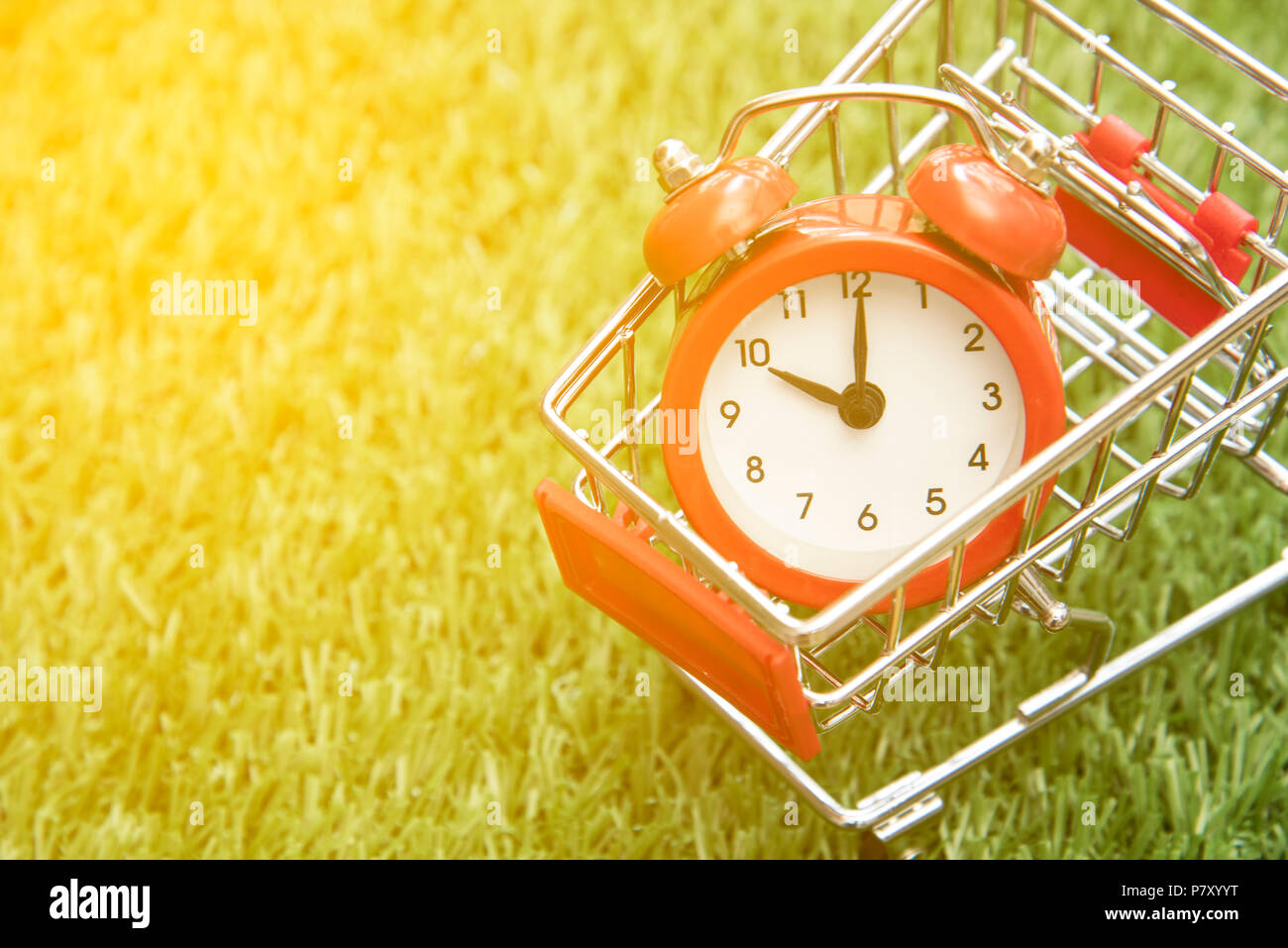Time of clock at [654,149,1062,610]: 10:00
